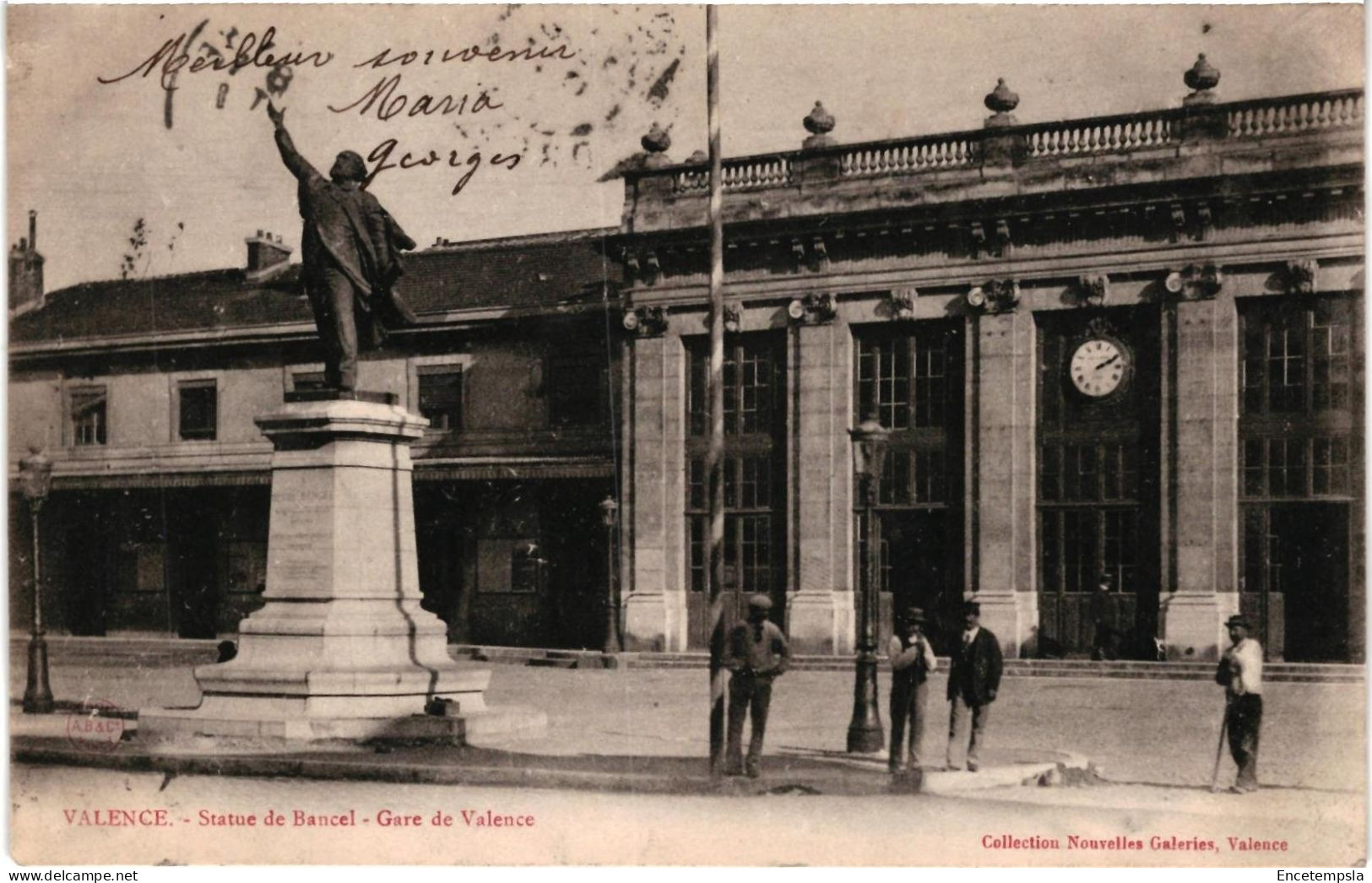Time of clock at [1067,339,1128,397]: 2:10
